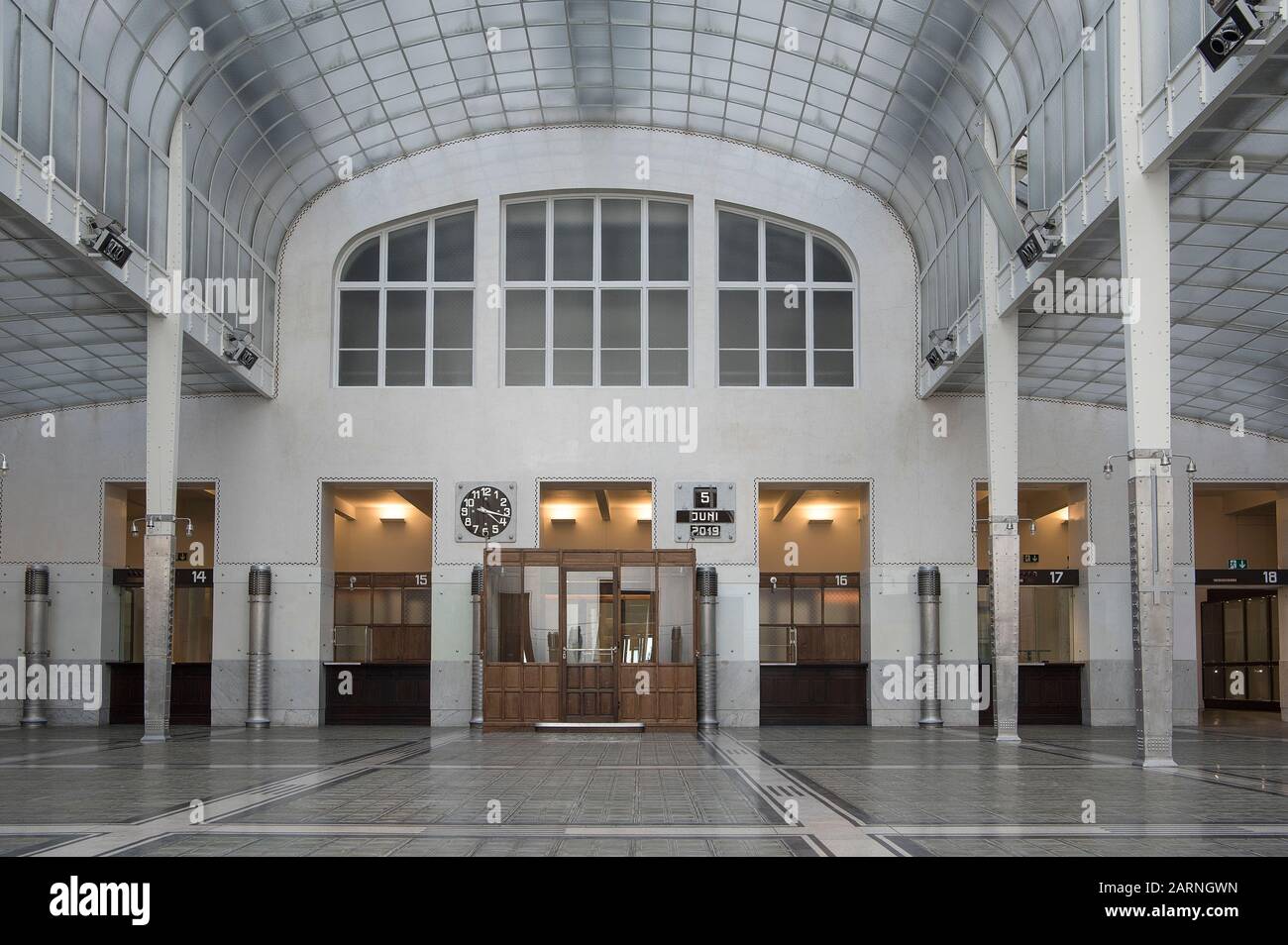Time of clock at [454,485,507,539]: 4:17
